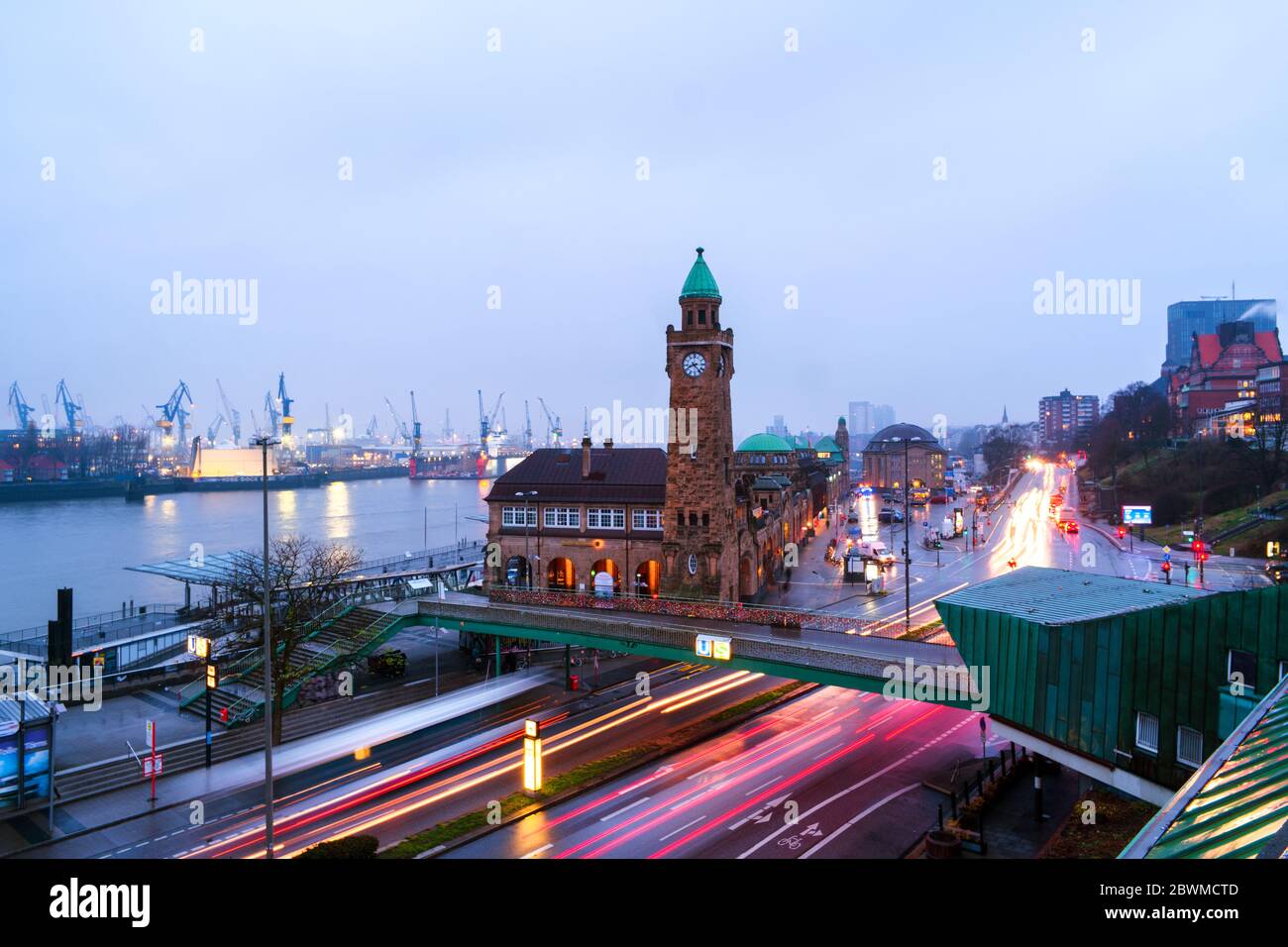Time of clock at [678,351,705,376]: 8:23
